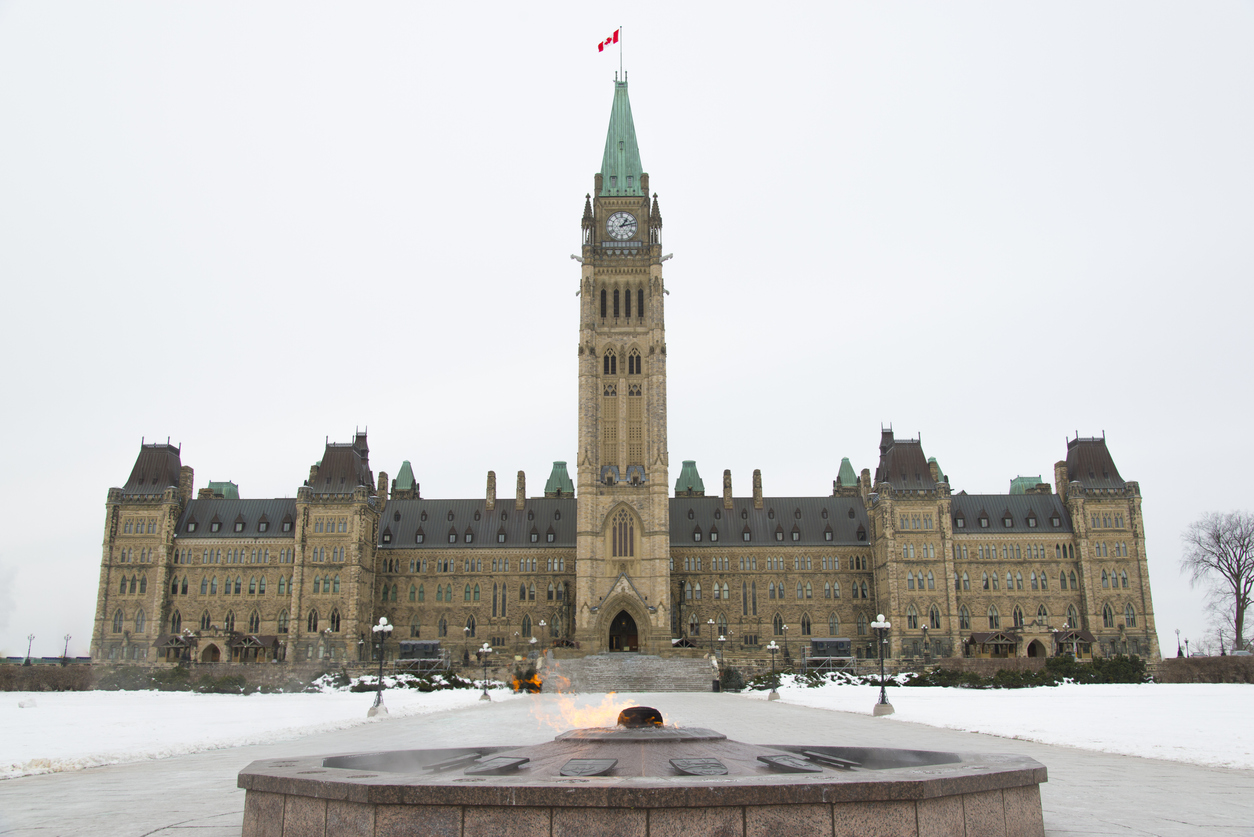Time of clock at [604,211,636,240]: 1:12
